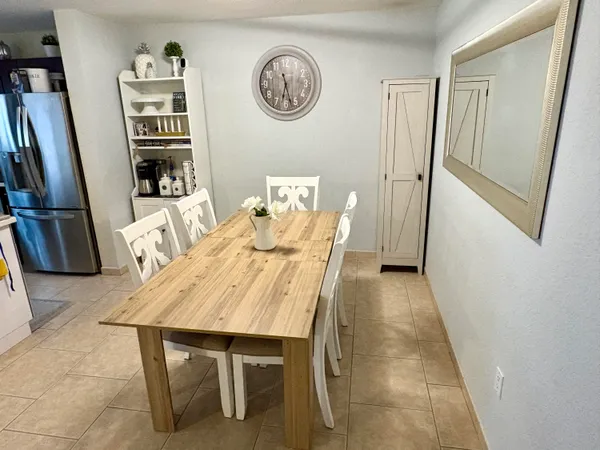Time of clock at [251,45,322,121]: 6:27
